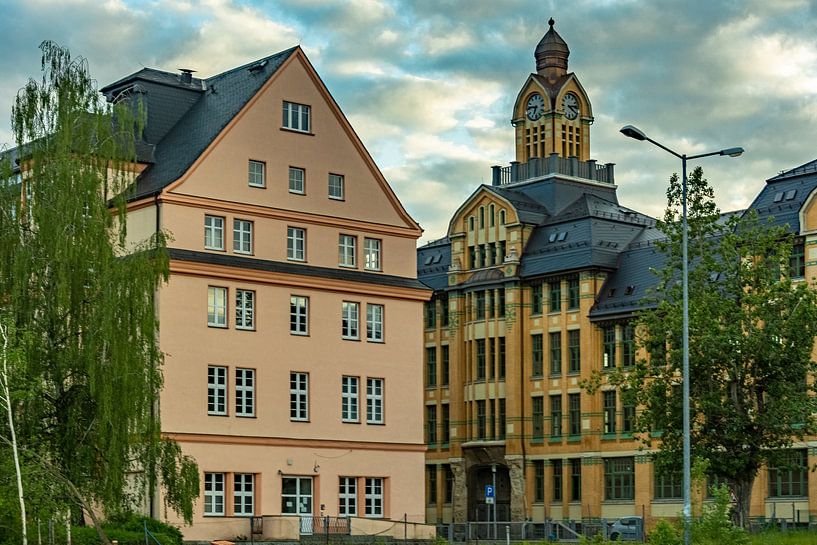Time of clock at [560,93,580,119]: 4:13
